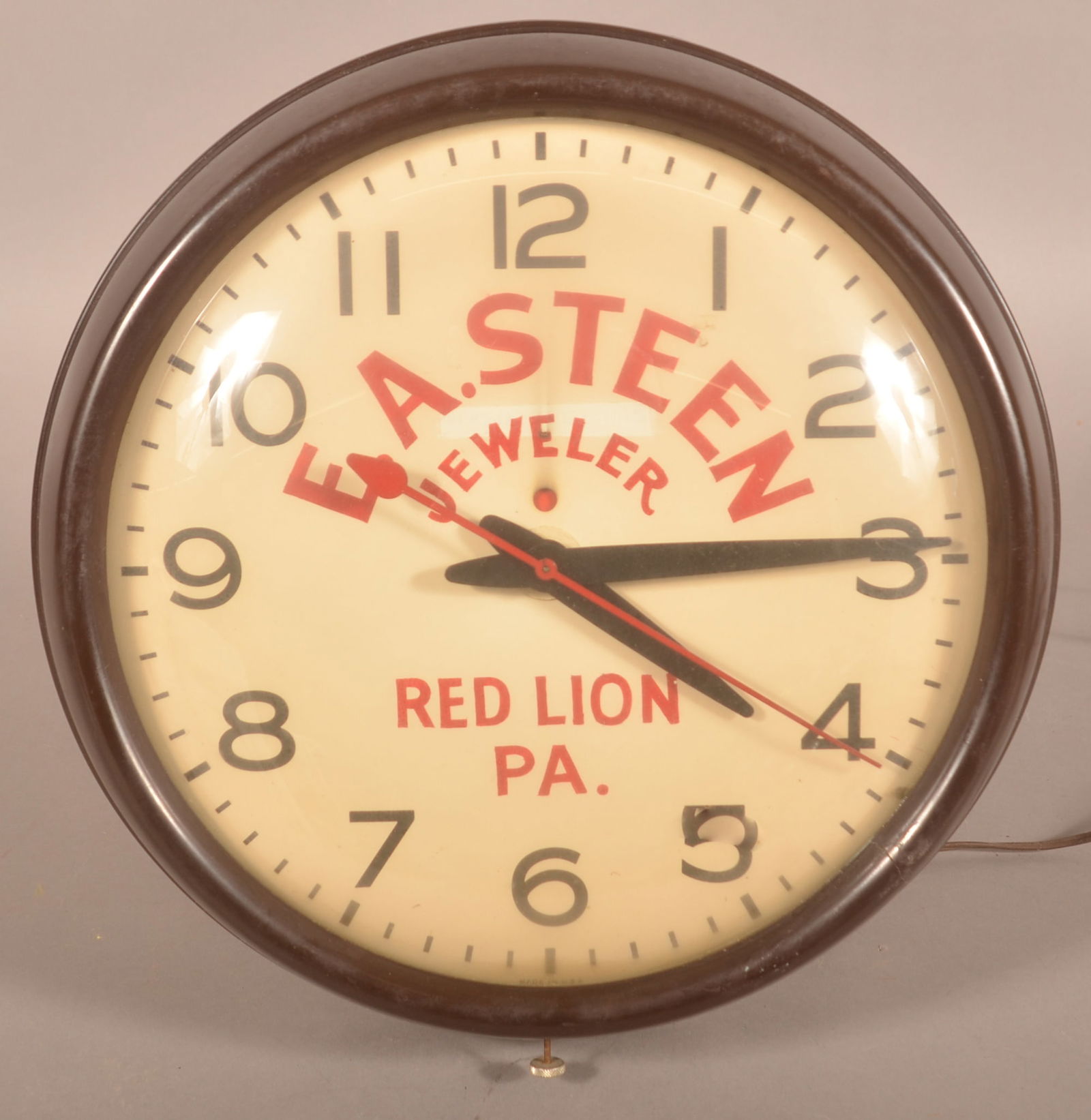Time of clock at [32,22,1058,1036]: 4:14
